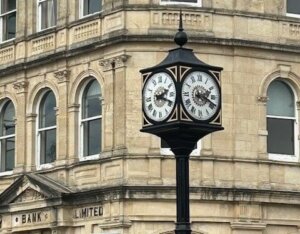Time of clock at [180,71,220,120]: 2:18
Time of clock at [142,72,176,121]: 2:18
